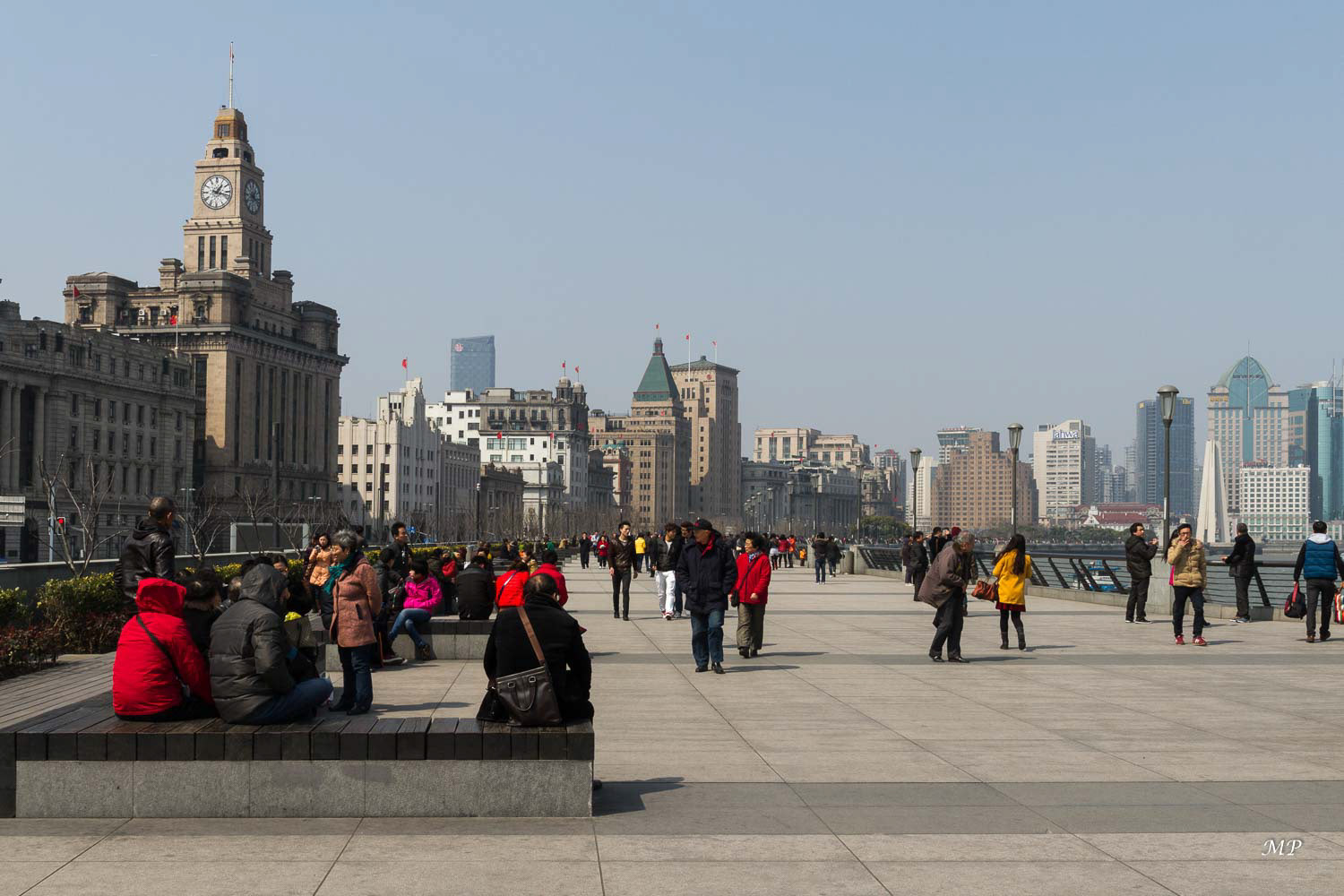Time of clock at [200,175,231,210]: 1:17
